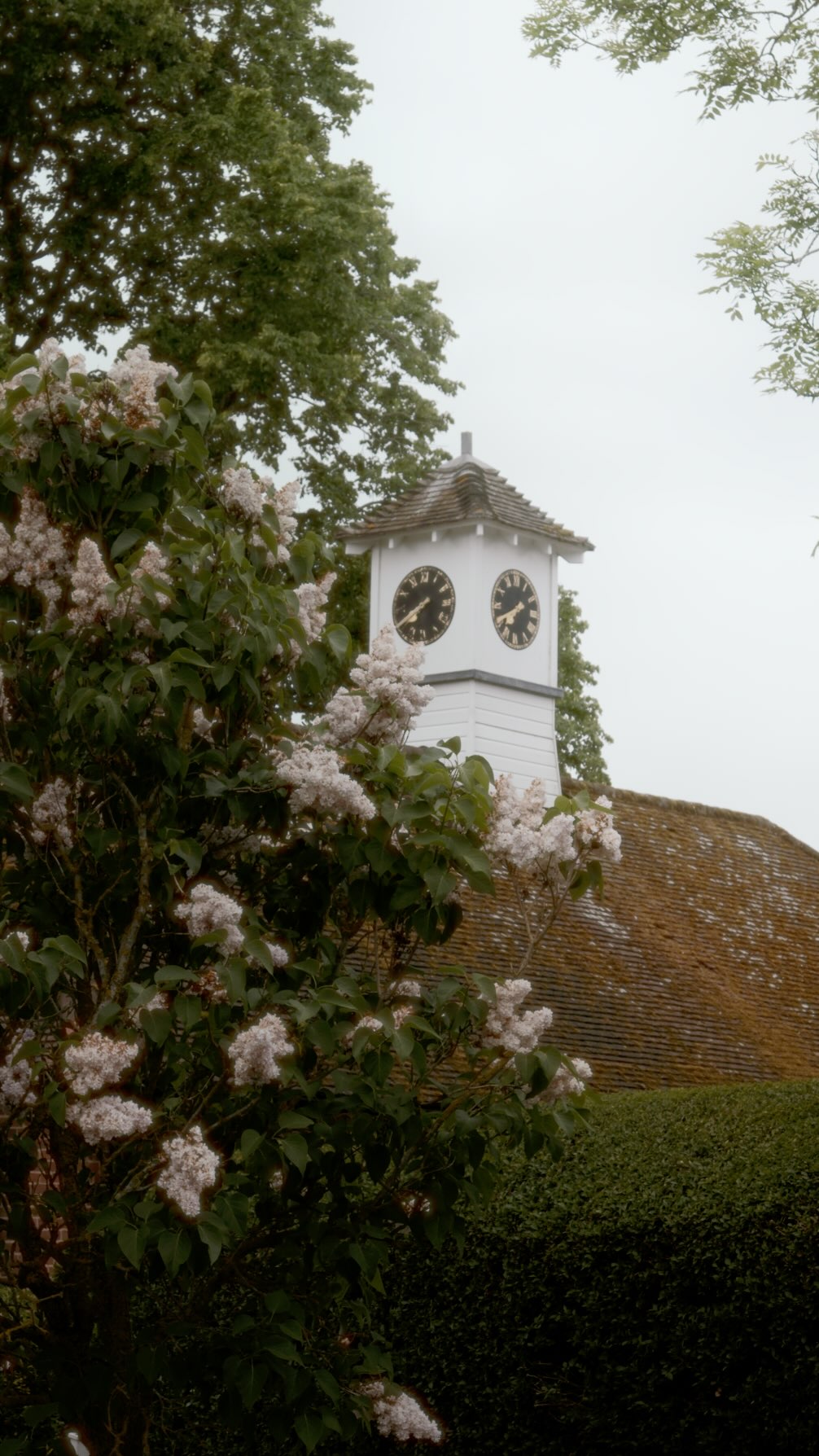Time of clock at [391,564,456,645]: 7:40
